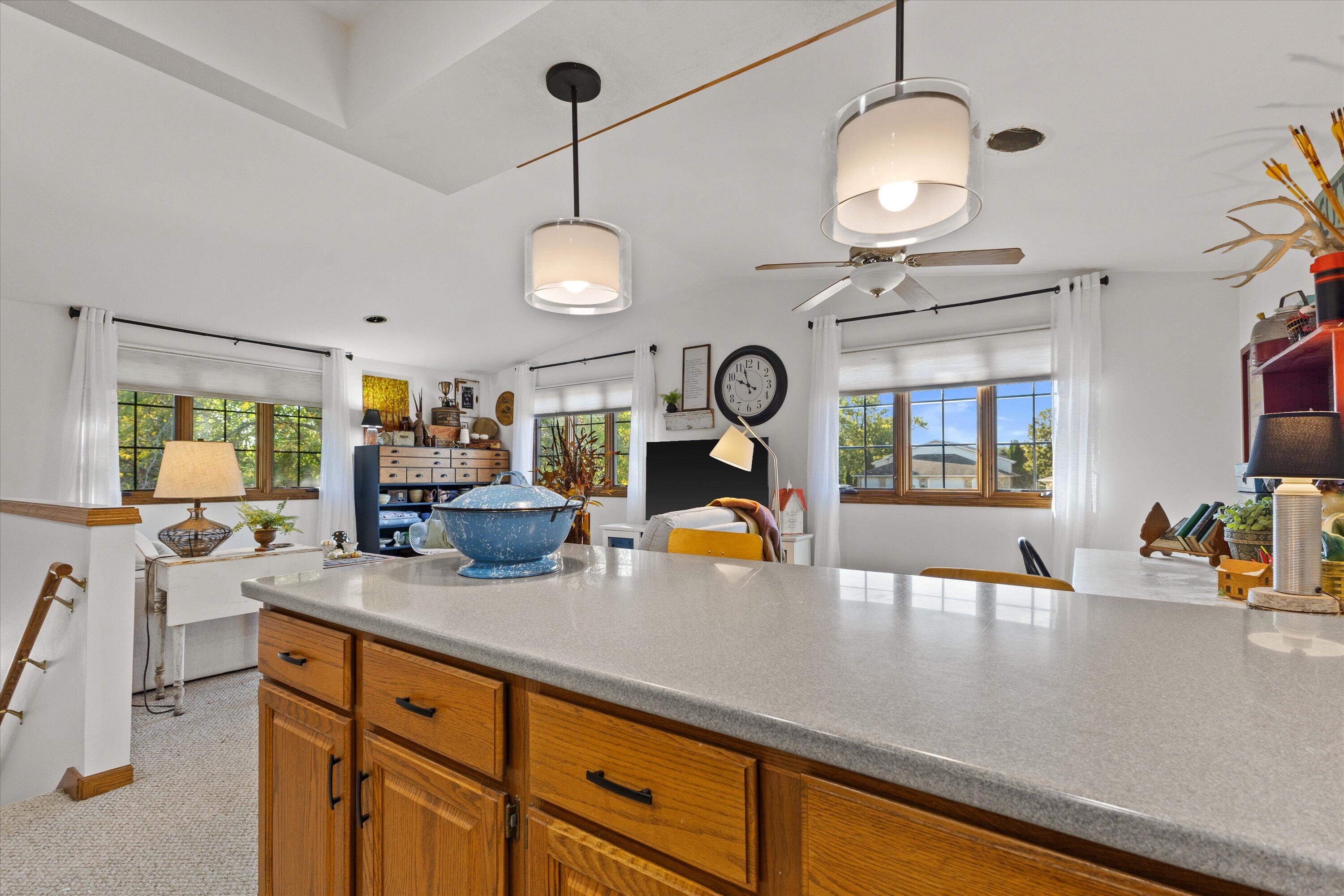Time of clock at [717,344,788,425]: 9:57
